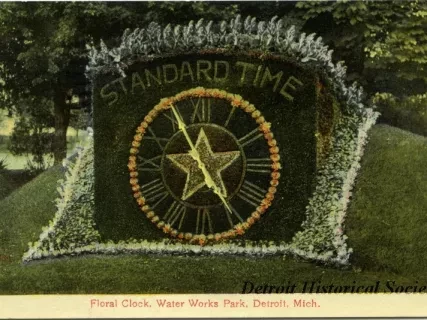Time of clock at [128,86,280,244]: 4:55
